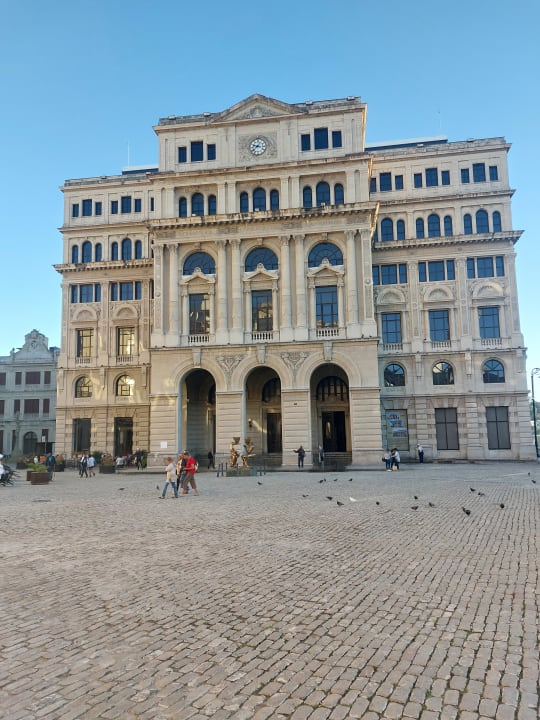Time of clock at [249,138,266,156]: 9:38
